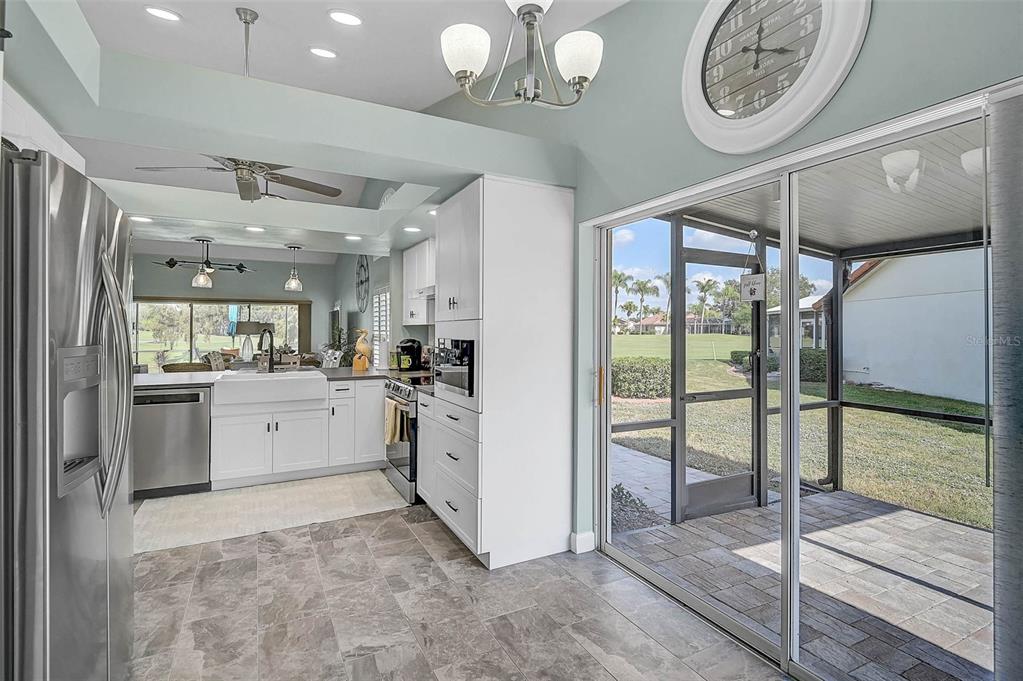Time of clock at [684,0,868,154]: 12:19
